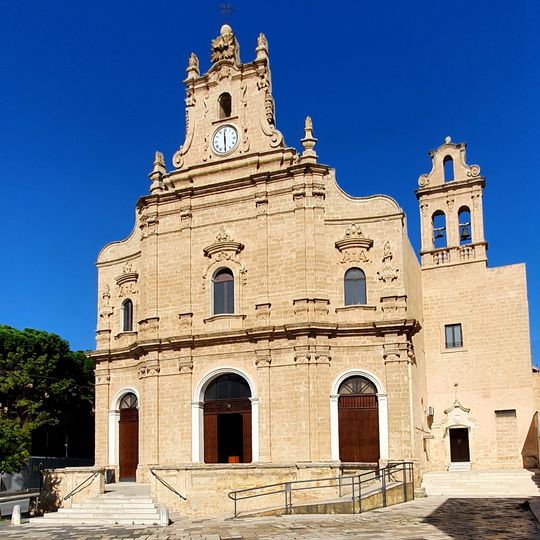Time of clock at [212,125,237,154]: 5:59
